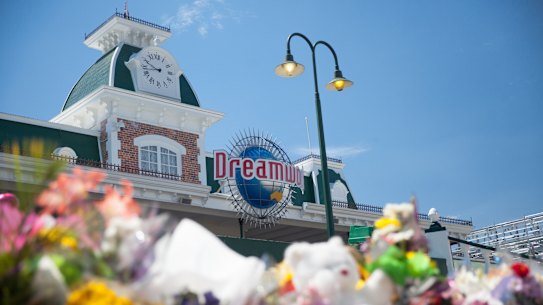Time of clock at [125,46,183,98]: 9:42
